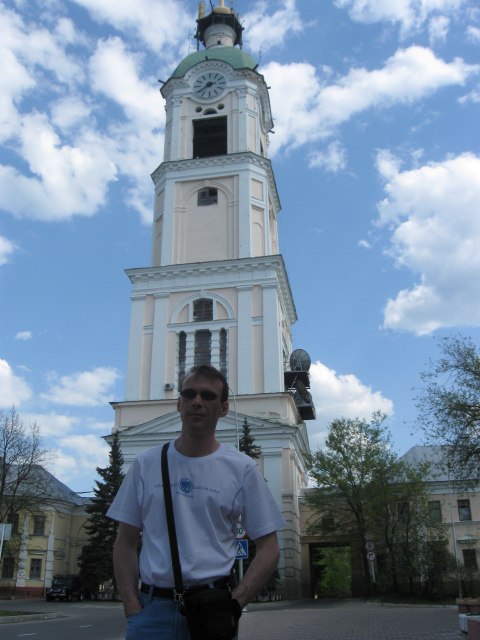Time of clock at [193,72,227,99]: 2:38
